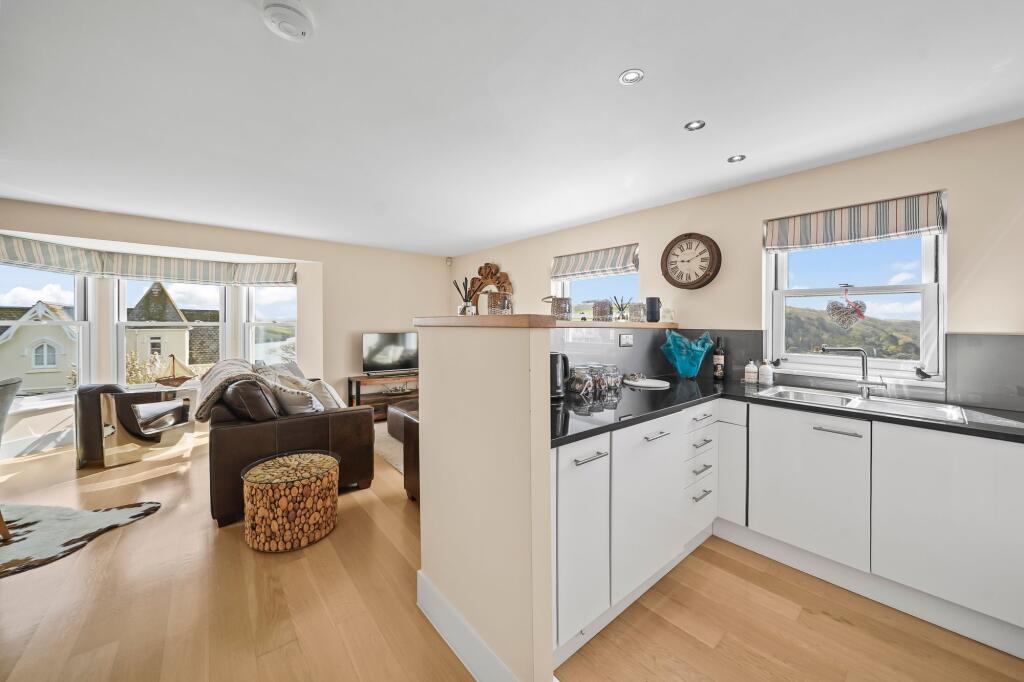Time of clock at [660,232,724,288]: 9:10
